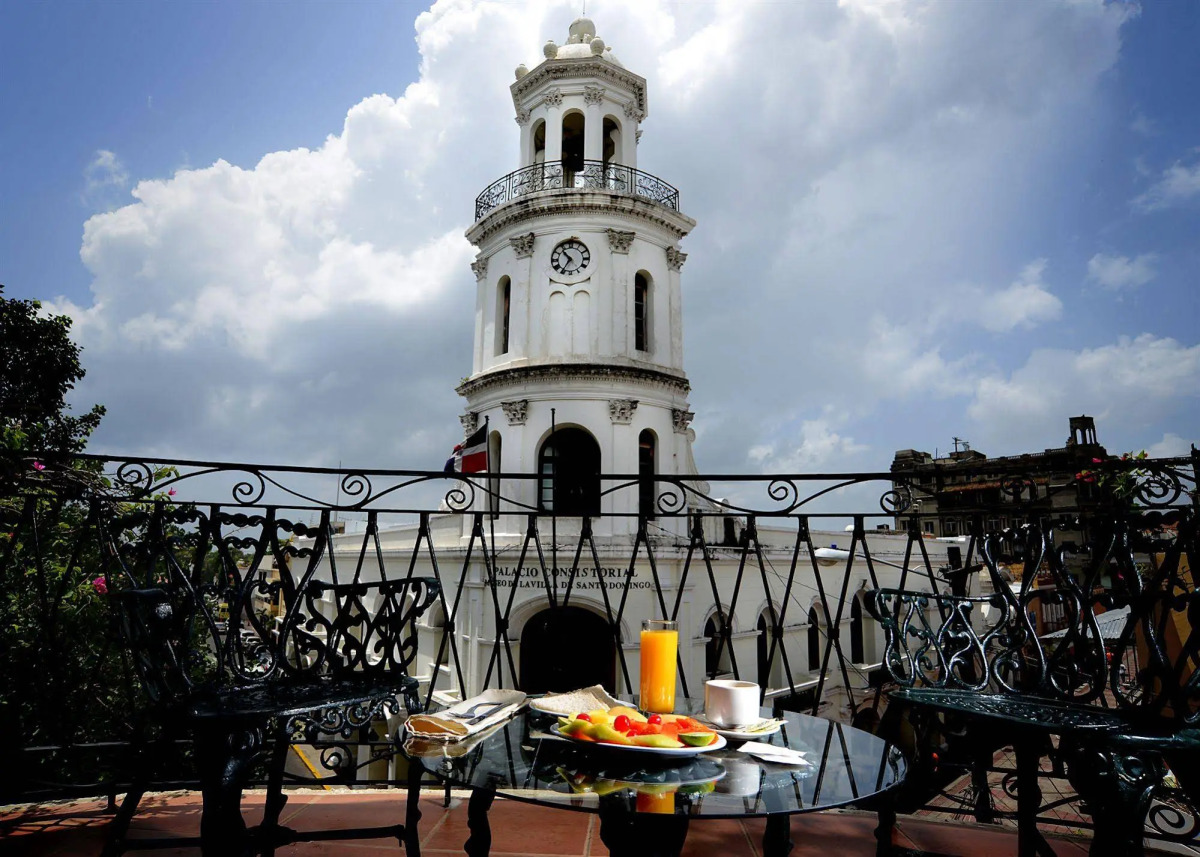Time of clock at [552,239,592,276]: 10:35
